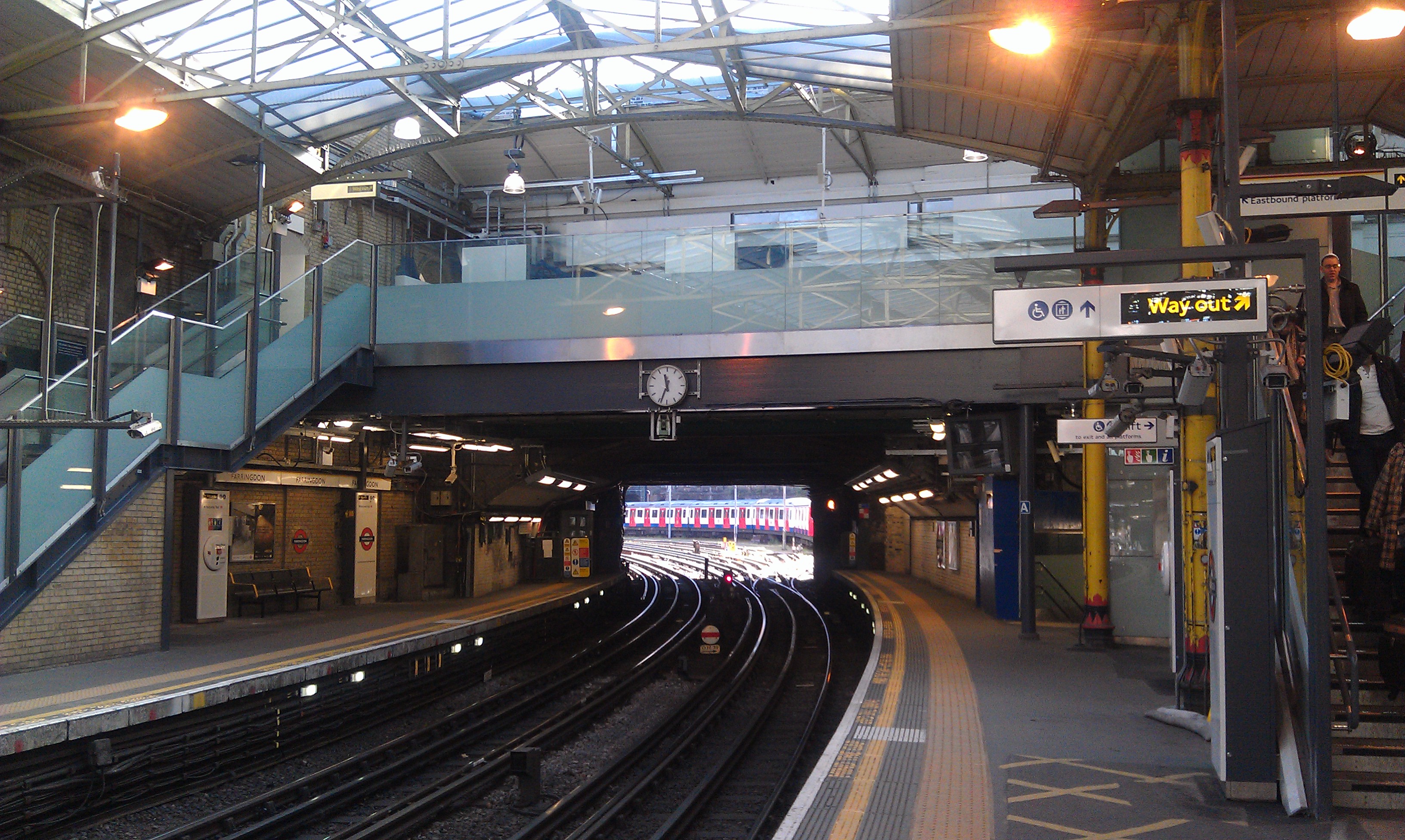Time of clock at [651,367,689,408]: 11:33
